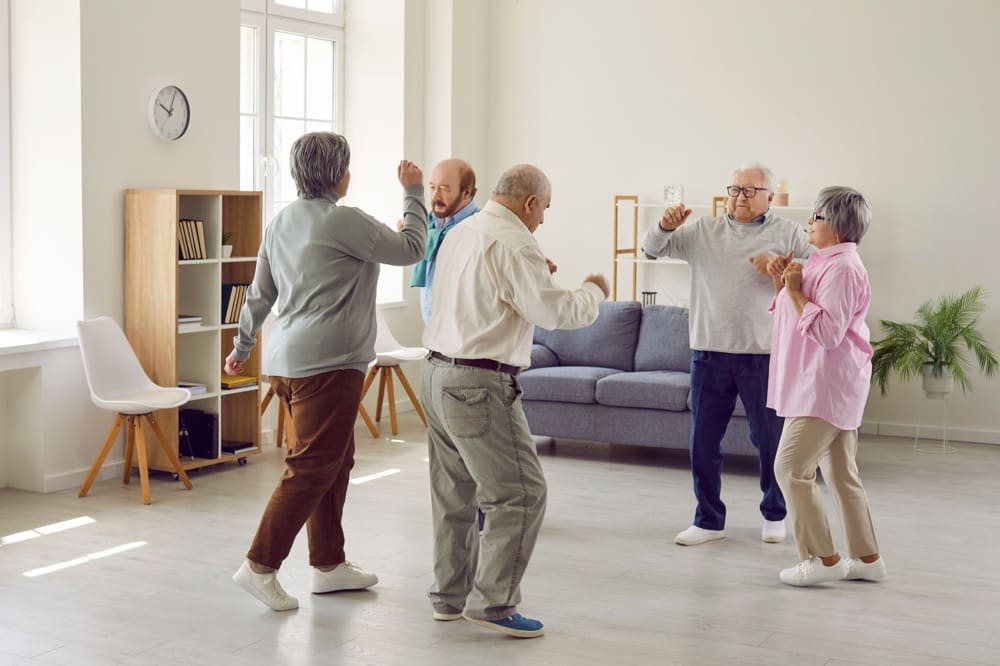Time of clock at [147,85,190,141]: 10:03
